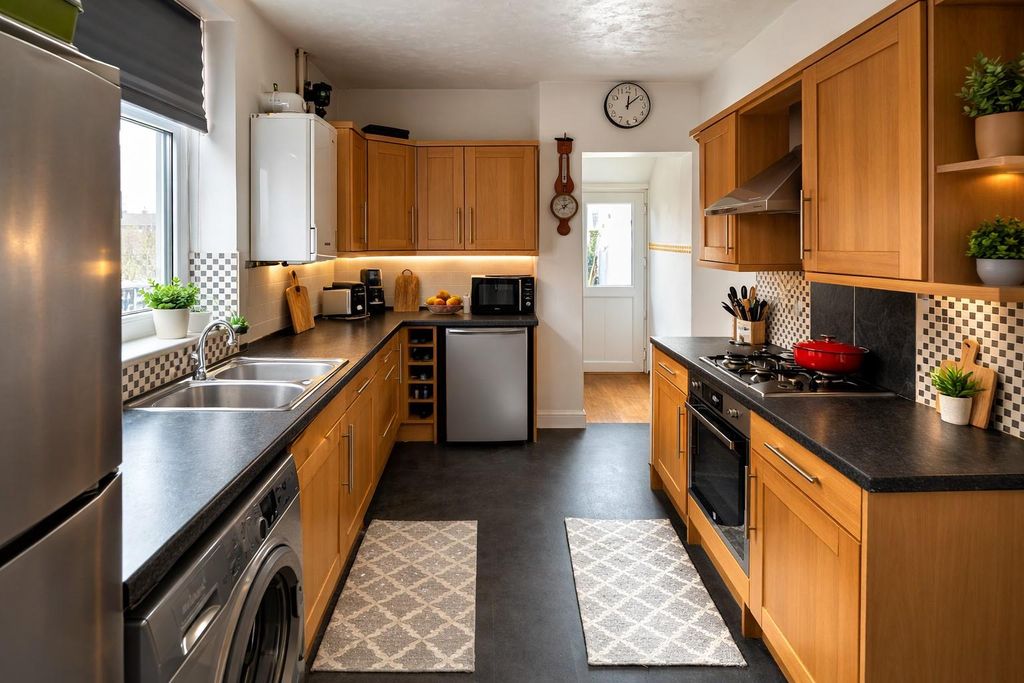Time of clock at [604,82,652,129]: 12:08
